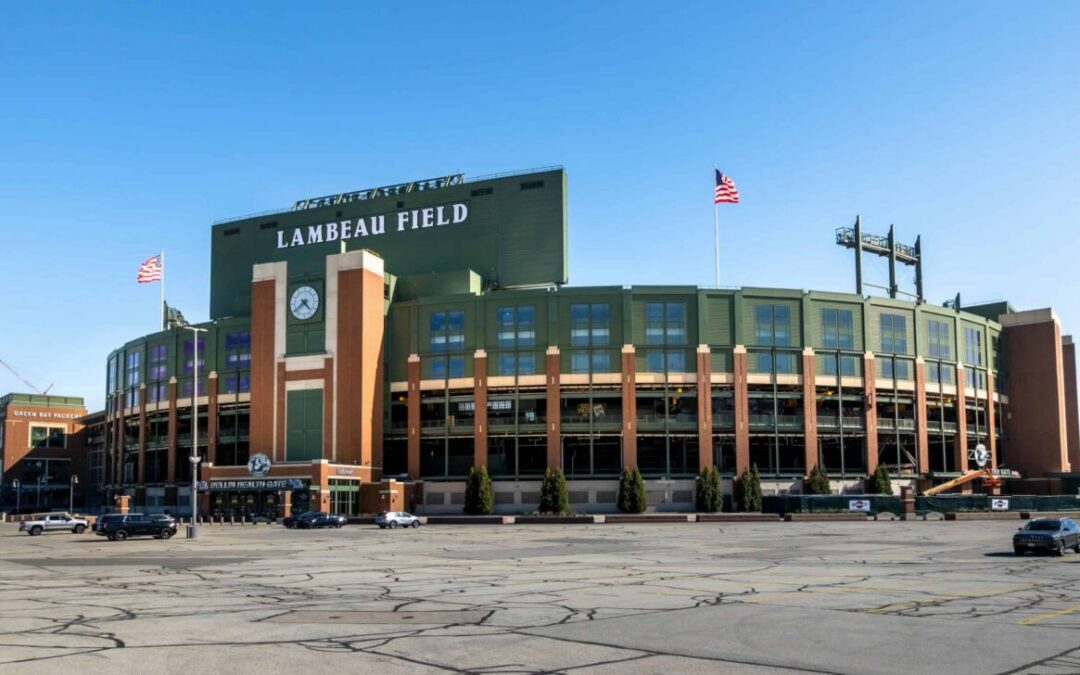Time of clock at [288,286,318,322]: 4:38
